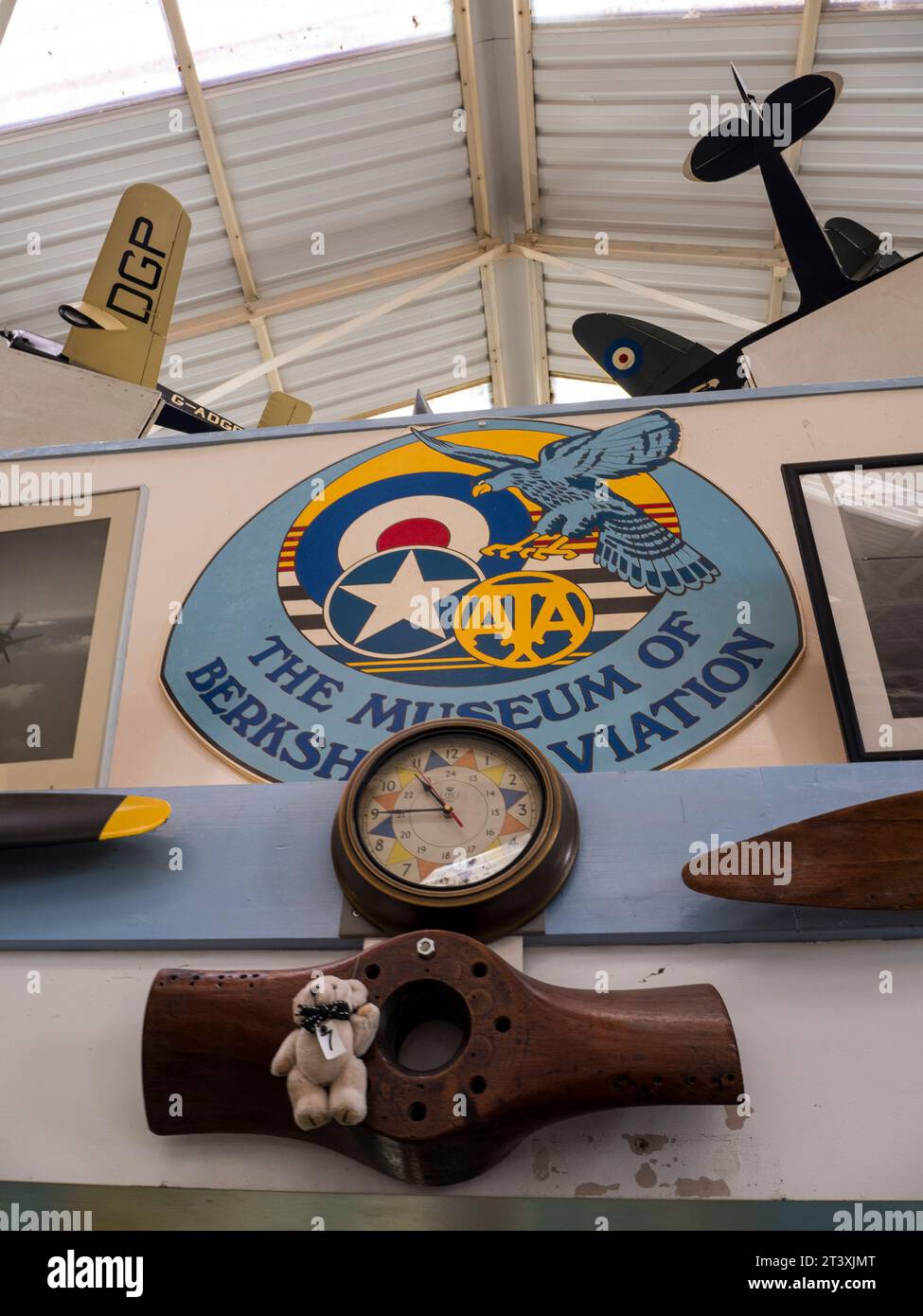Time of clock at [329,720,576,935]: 10:45
